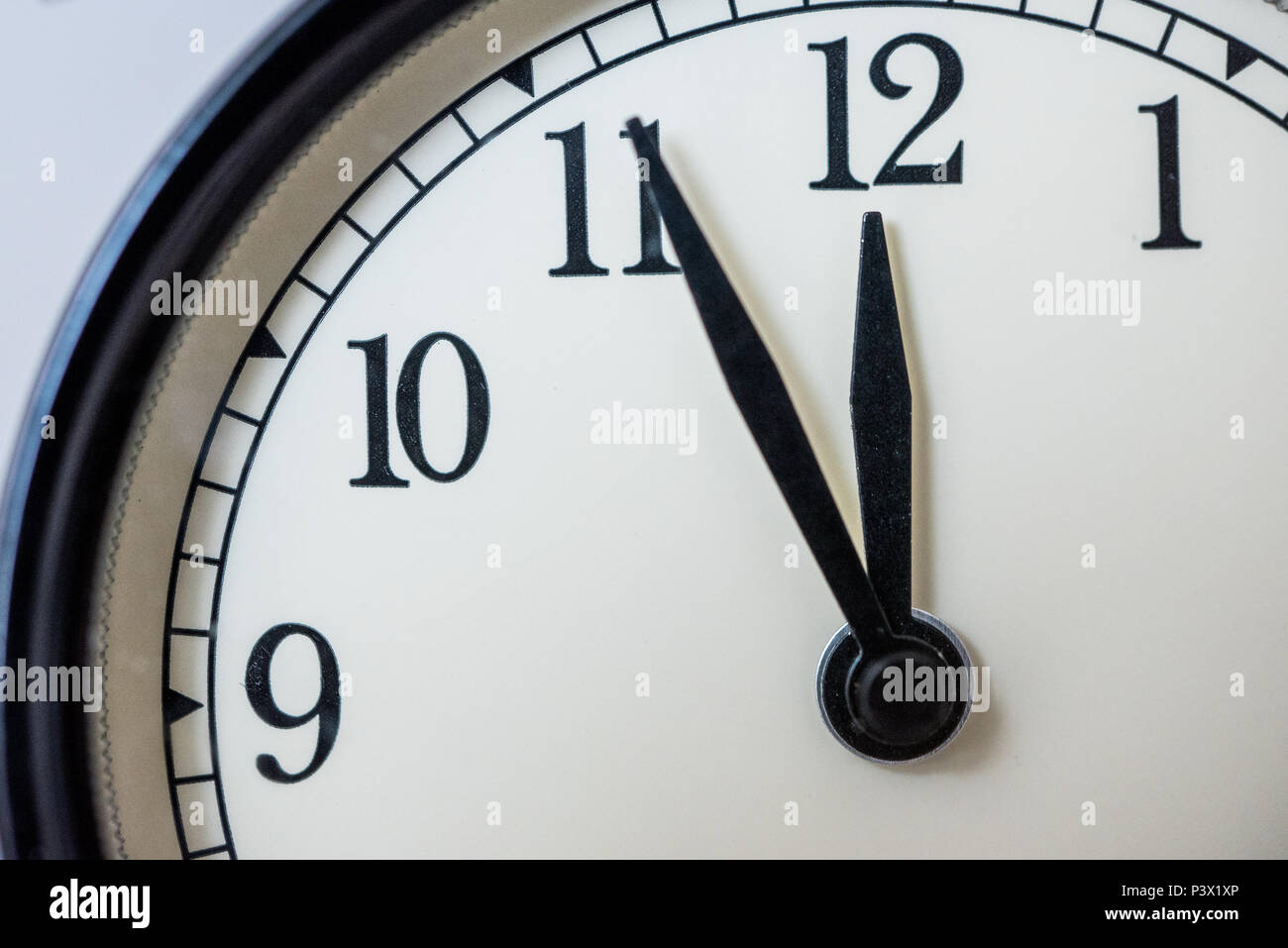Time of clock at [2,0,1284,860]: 11:55
